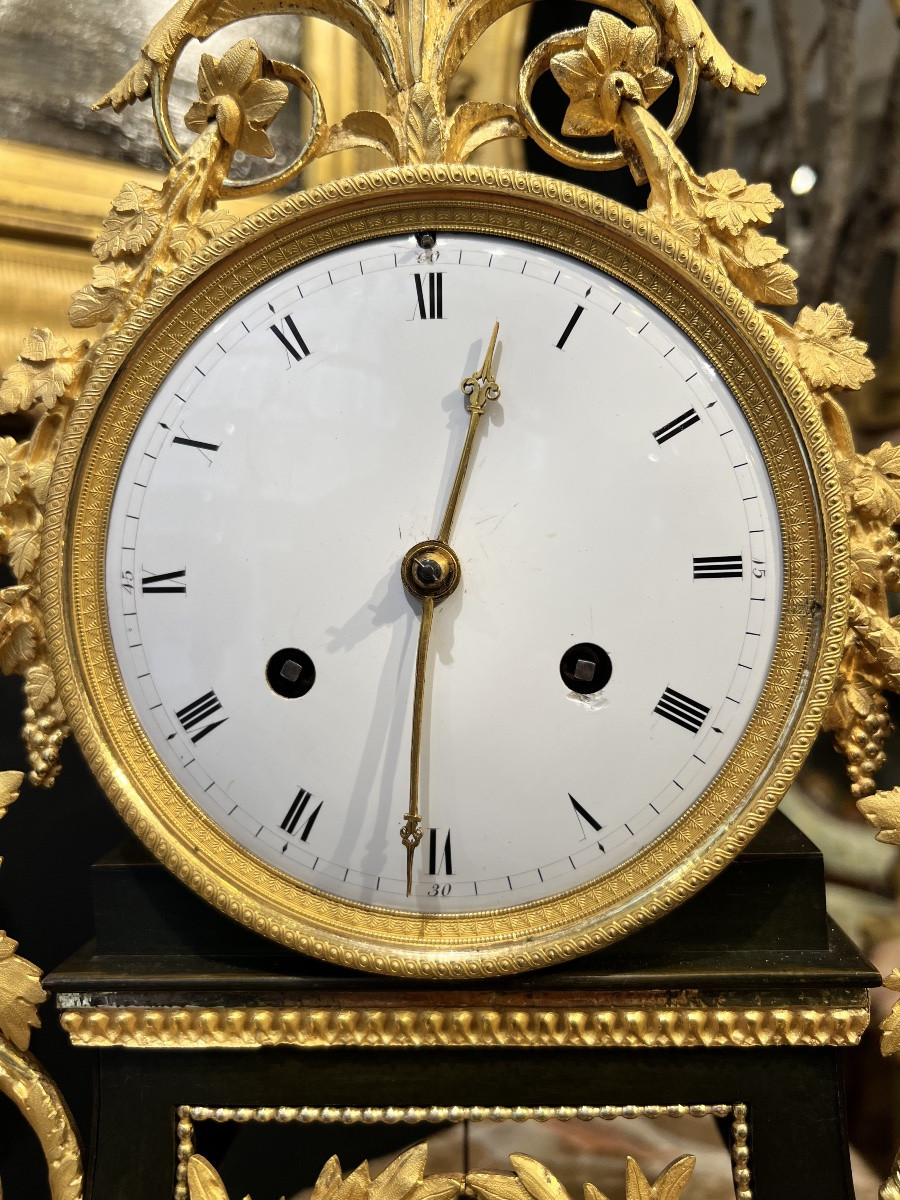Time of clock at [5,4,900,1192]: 12:30
